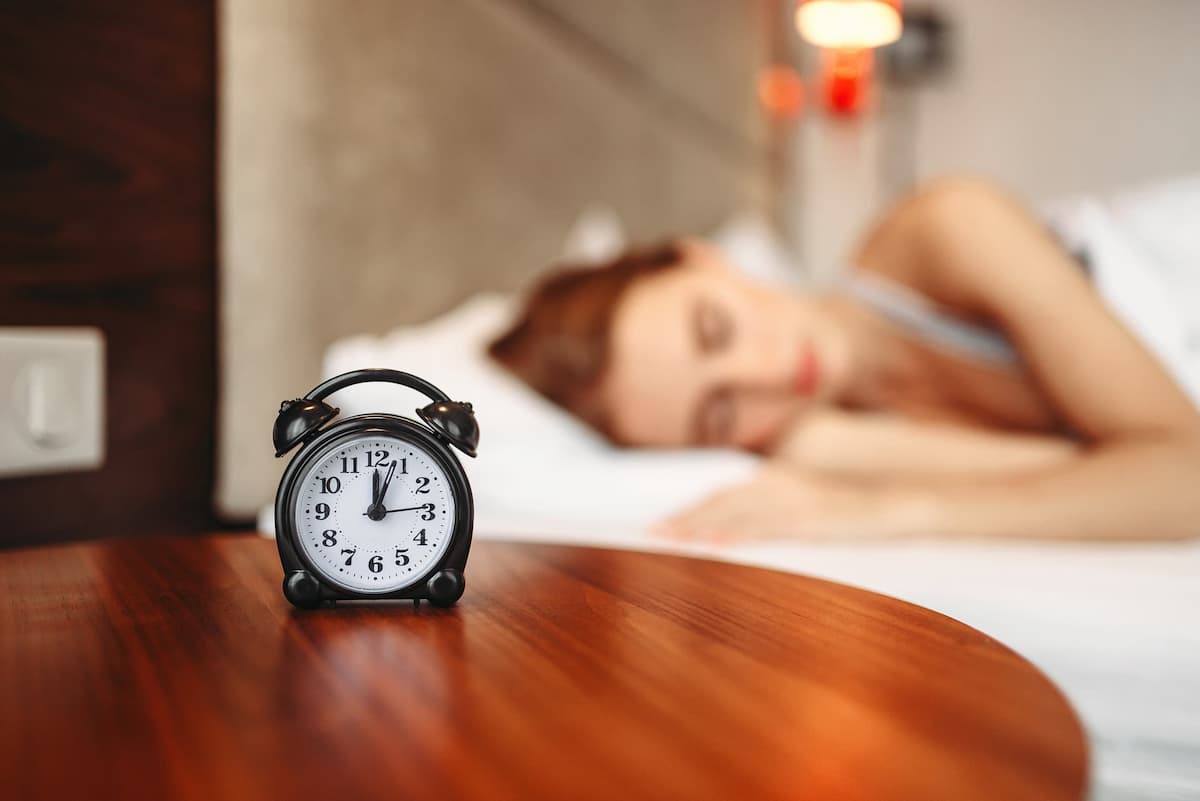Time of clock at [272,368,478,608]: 12:03
